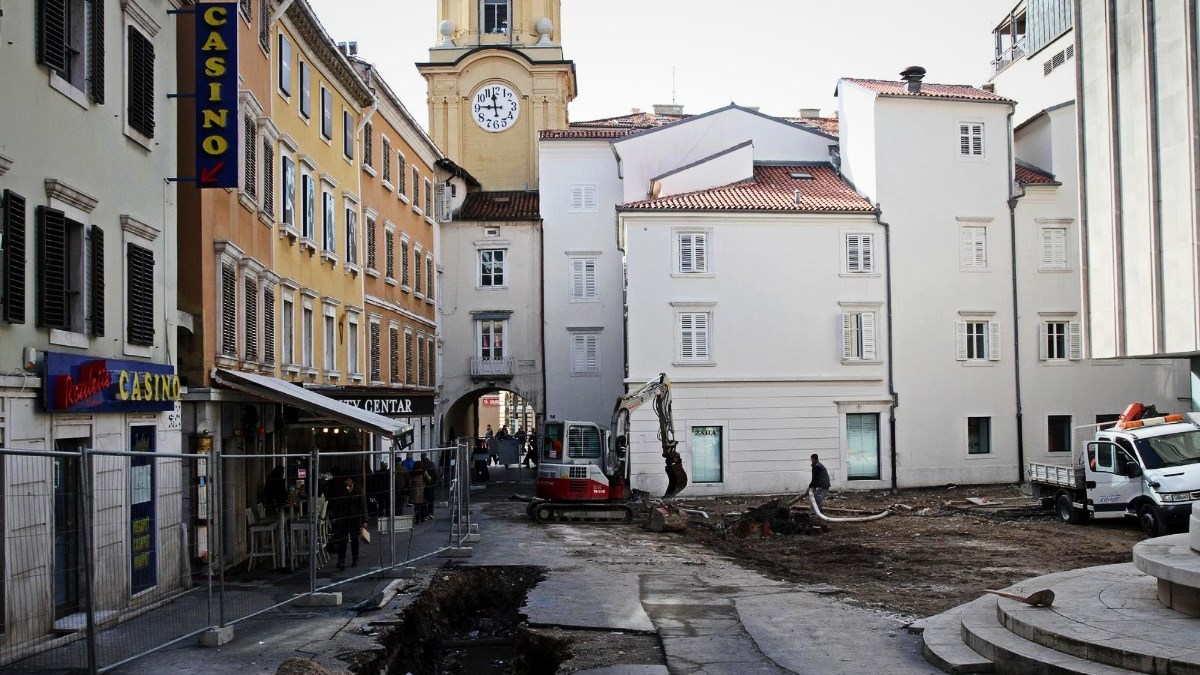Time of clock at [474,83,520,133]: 11:45
